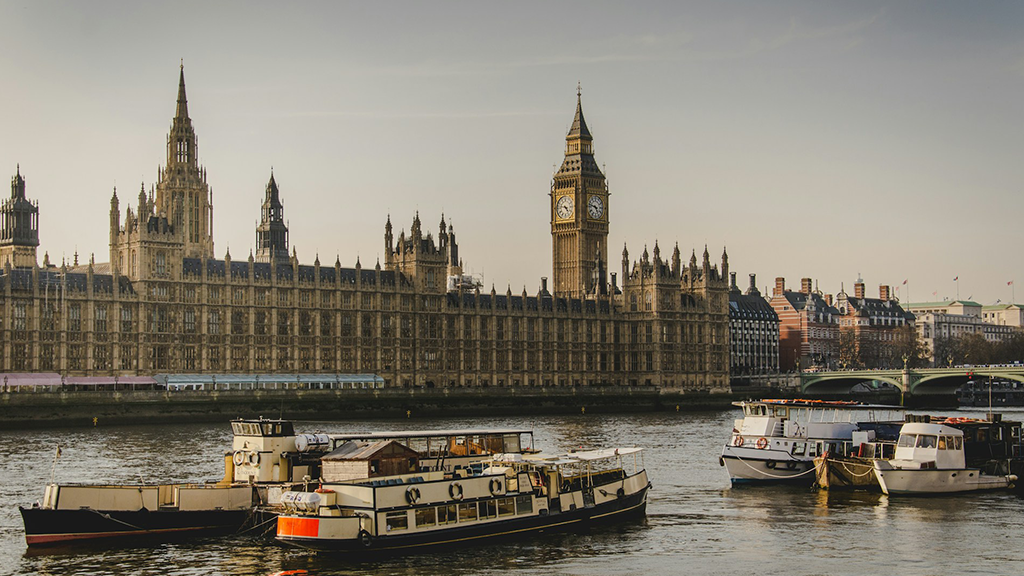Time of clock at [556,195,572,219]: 4:46
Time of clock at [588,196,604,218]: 4:47
